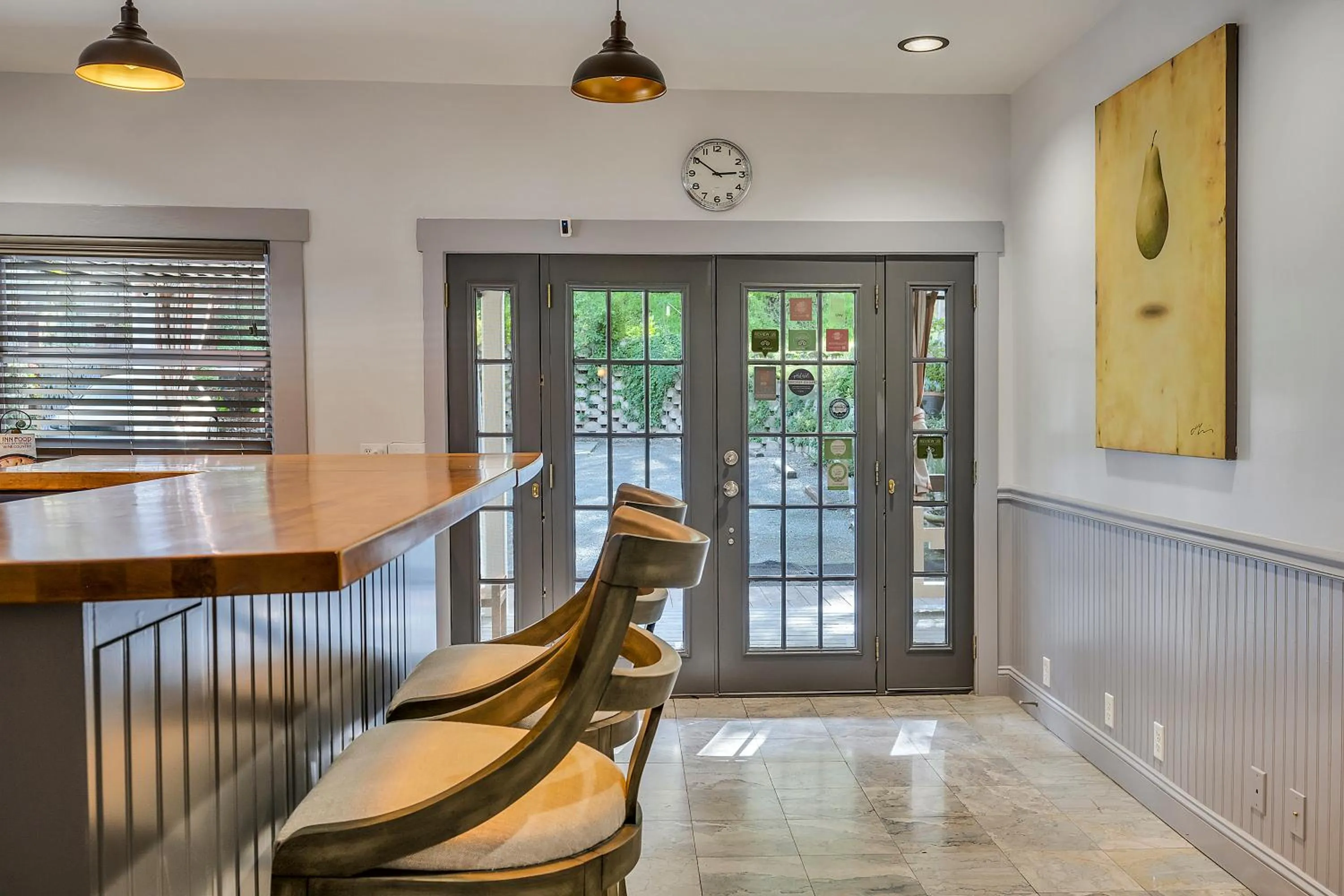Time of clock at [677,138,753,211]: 2:50
